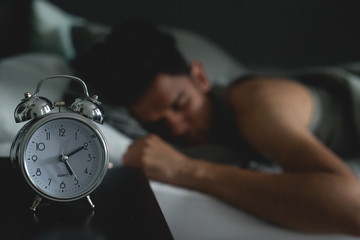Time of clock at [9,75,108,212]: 5:10
